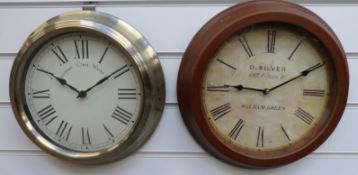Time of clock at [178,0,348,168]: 9:10
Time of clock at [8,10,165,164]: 10:09
